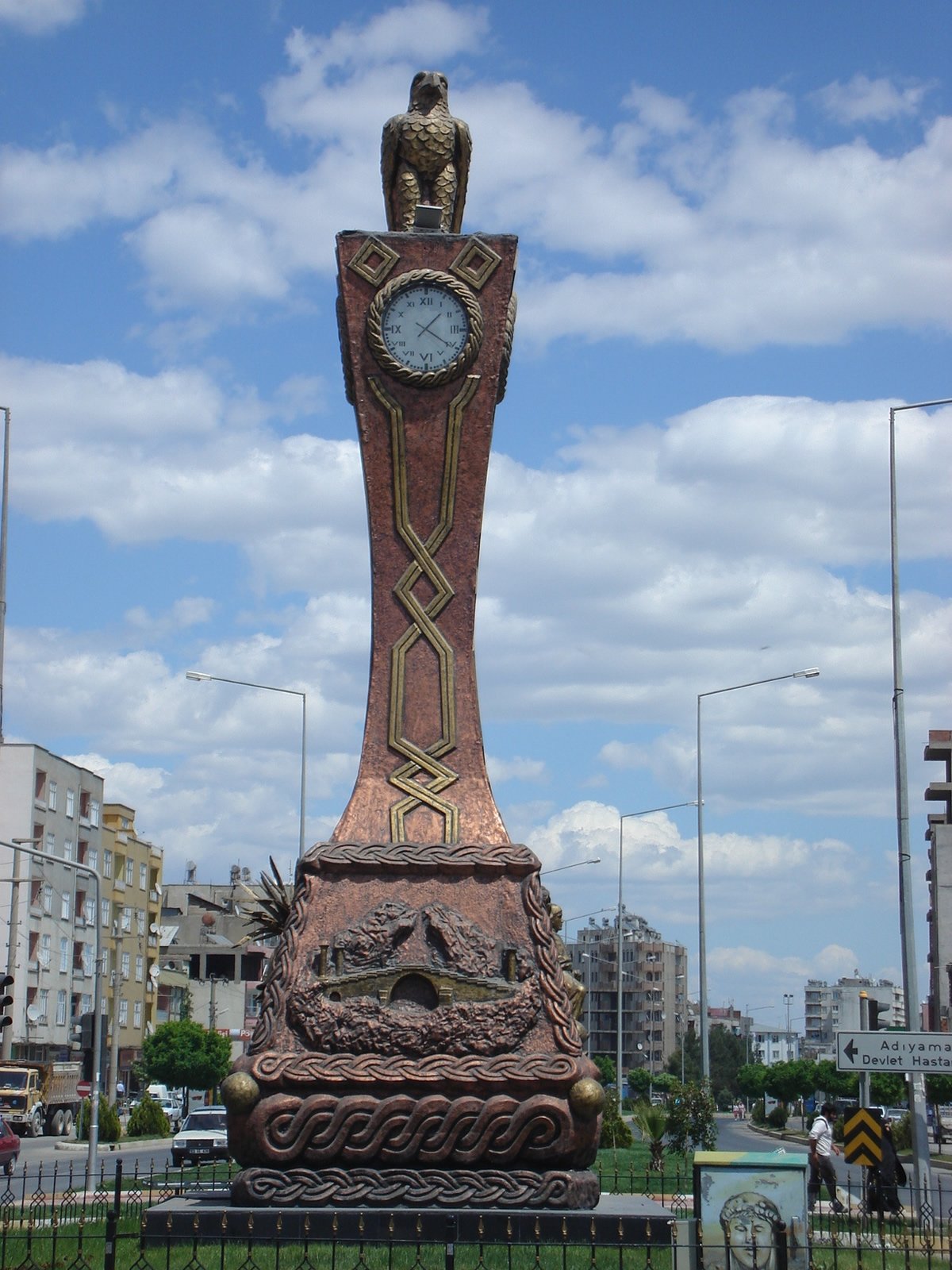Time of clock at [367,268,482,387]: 1:20
